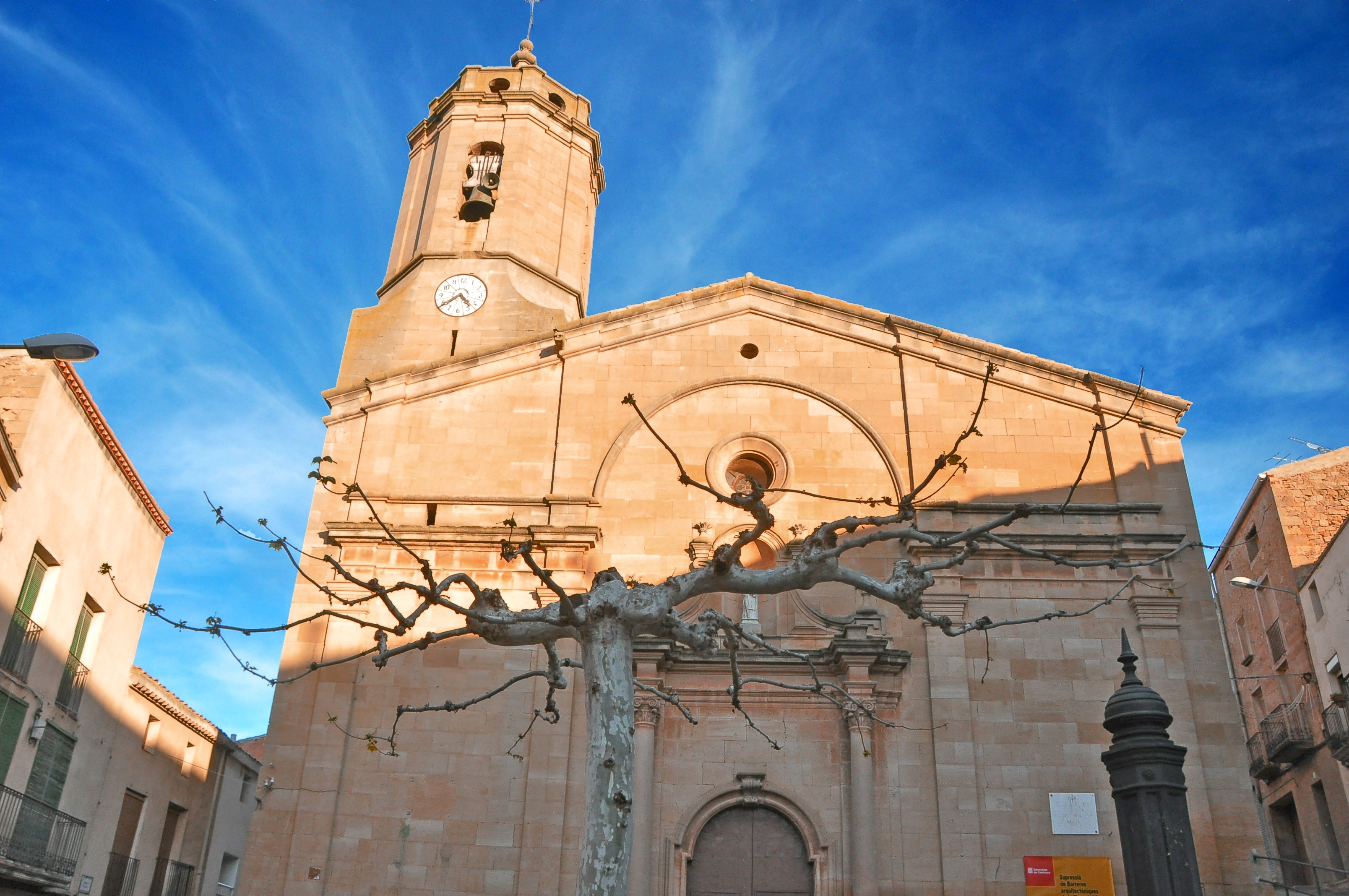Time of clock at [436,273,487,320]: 4:38
